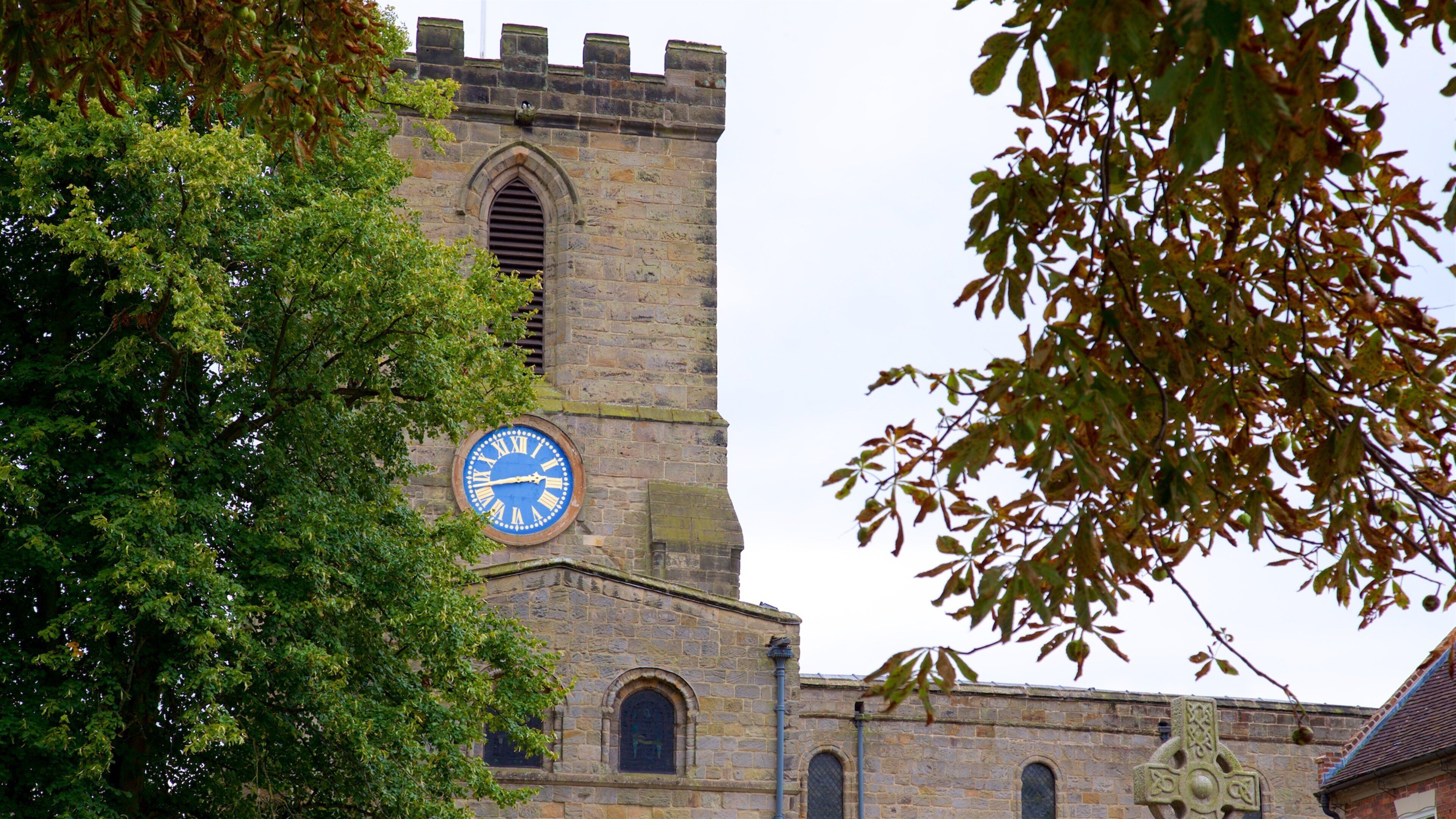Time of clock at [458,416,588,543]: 2:42
